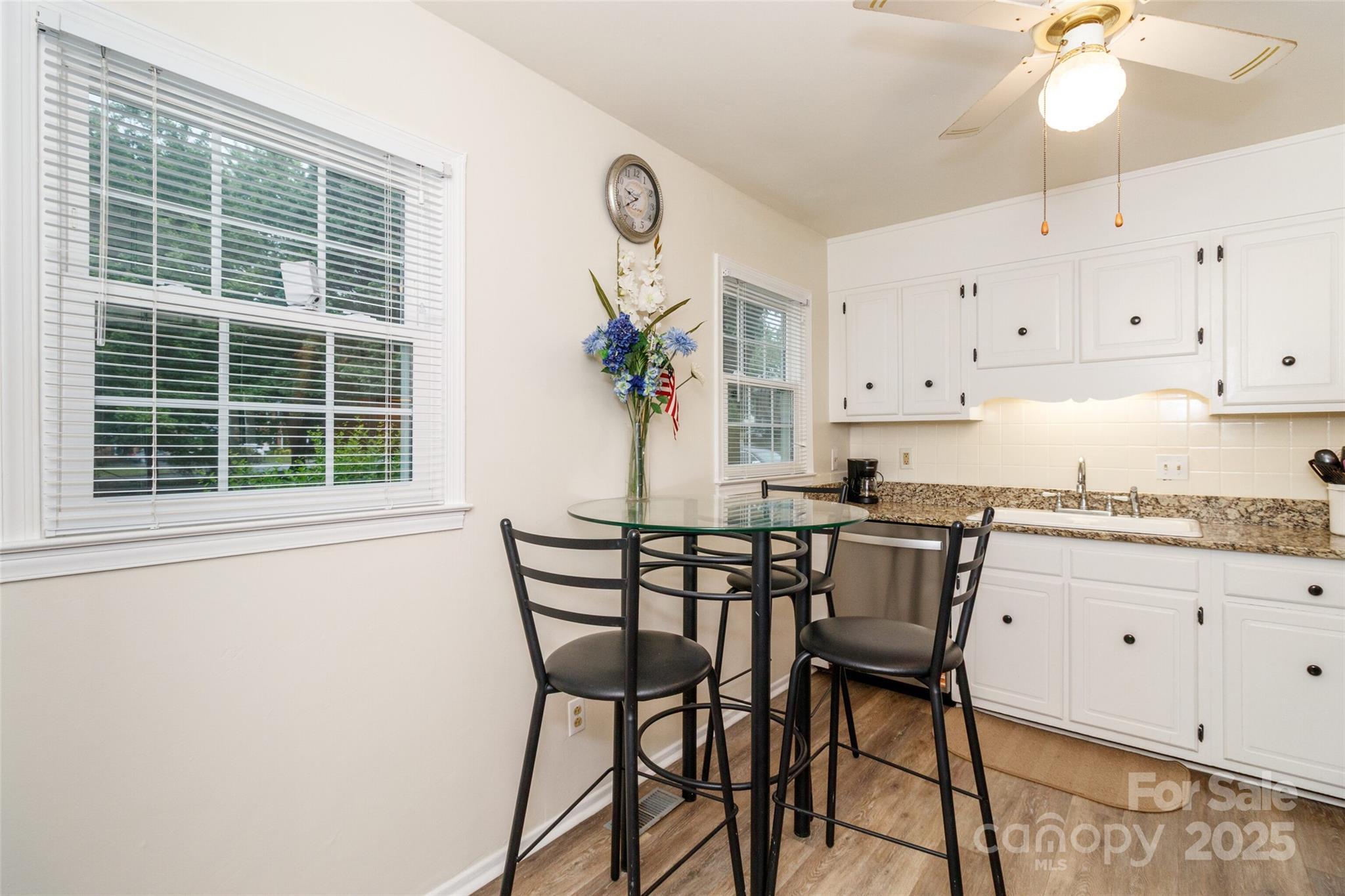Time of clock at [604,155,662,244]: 9:39
